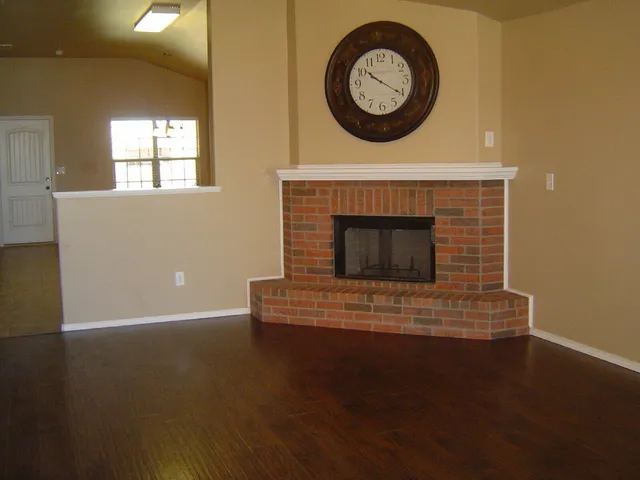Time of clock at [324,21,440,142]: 10:20
